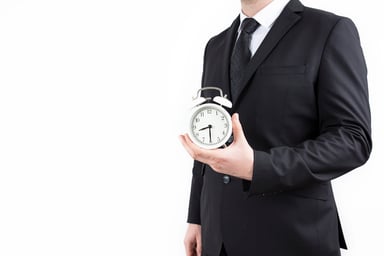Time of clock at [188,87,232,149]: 8:30
